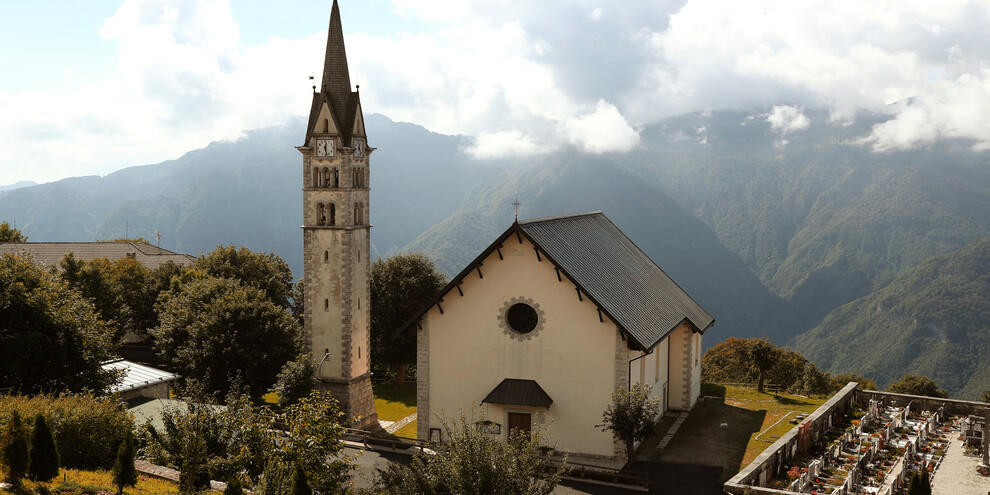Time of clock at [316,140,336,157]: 12:27
